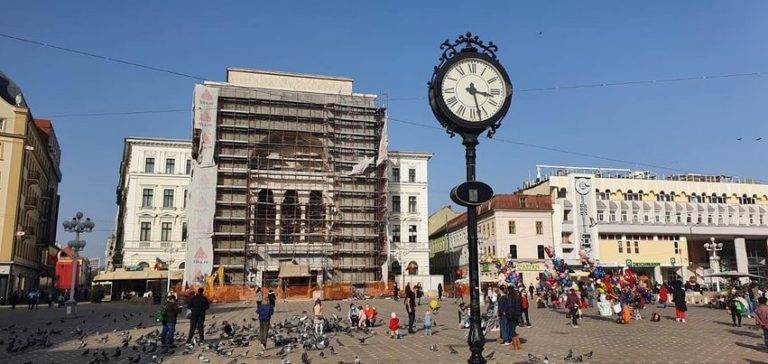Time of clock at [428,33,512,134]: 3:27
